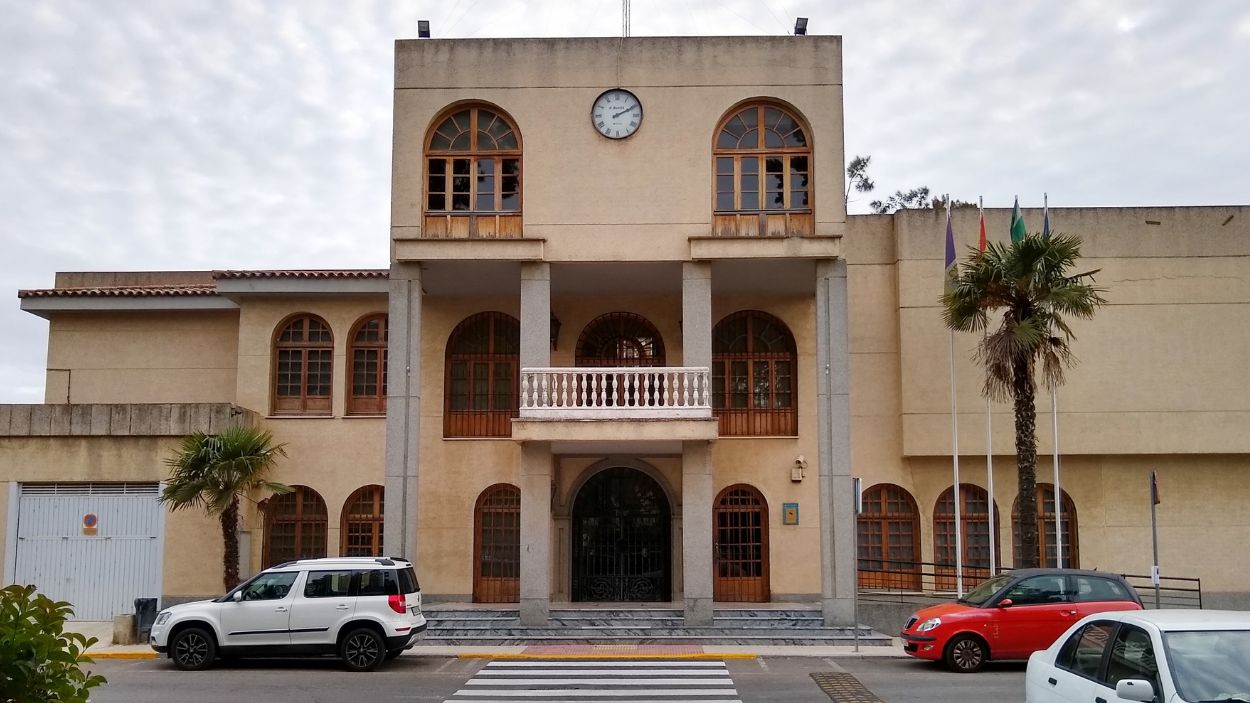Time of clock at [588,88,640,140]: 2:10
